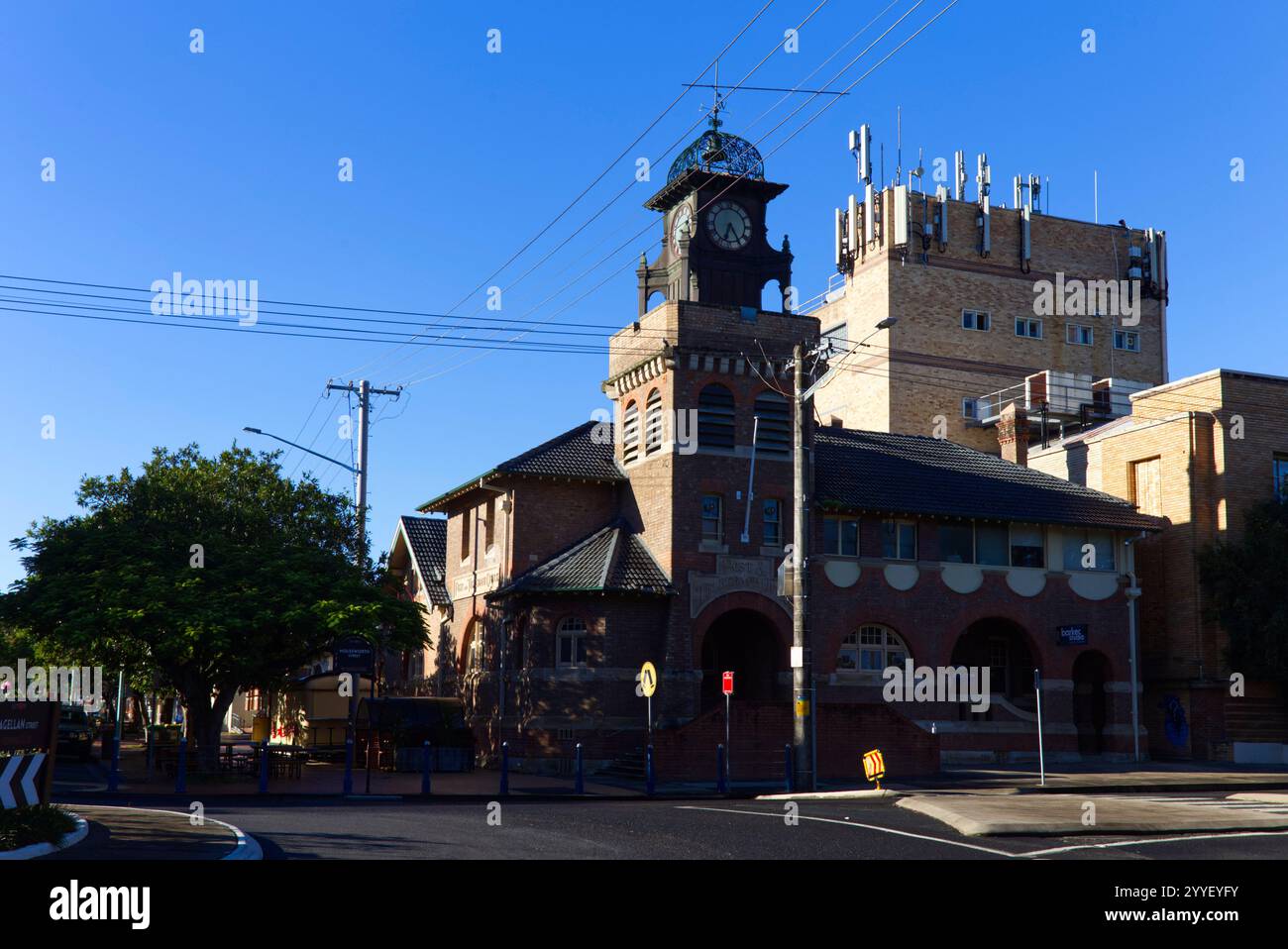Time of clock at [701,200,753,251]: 6:25
